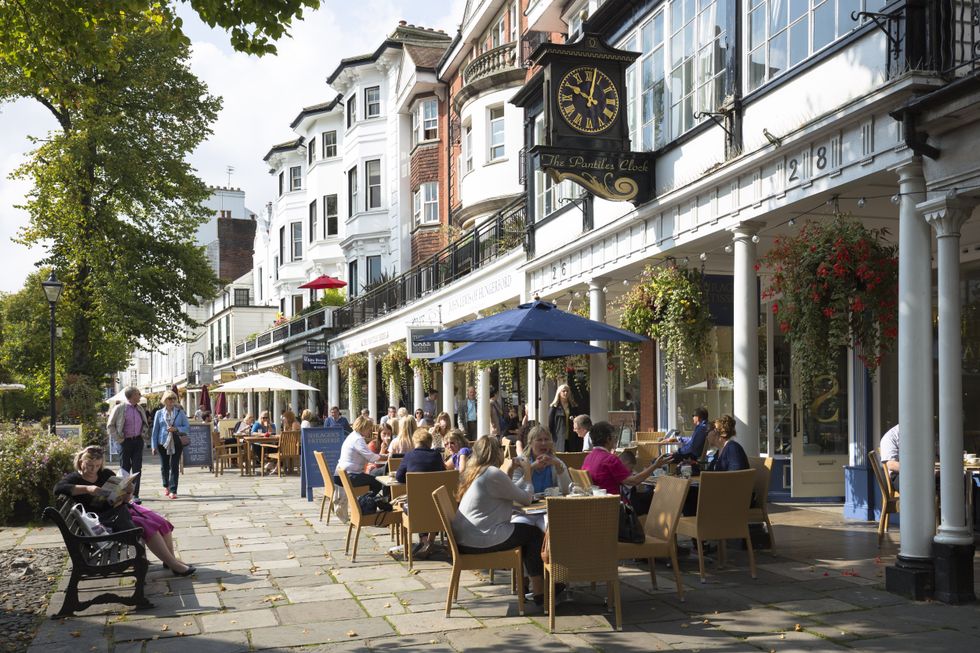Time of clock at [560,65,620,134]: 10:02
